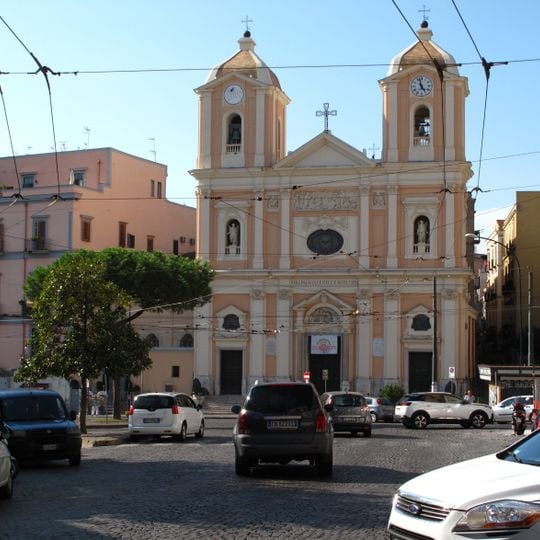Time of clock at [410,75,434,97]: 4:57
